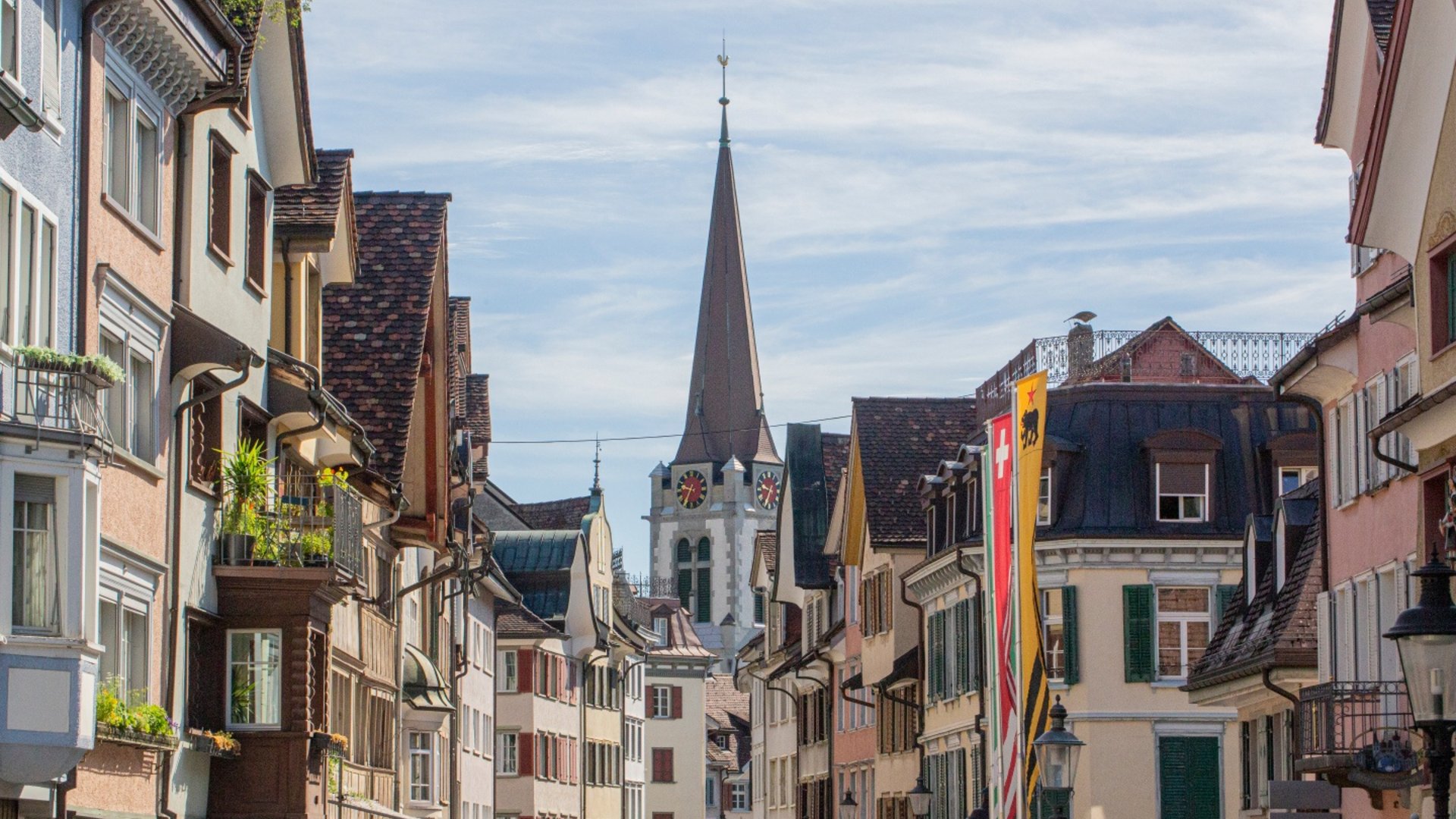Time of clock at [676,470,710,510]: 9:34
